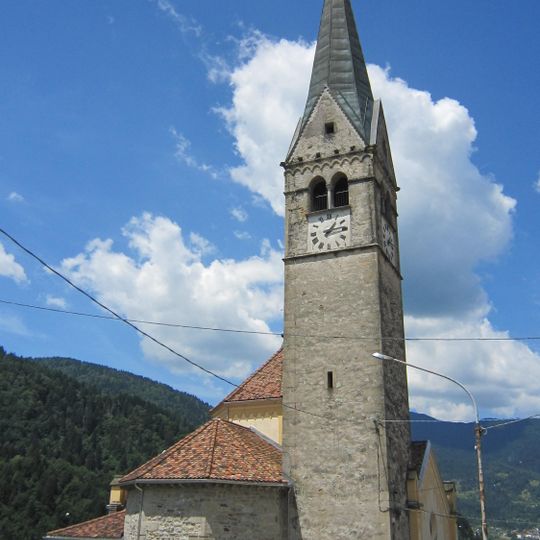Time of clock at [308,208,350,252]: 1:13
